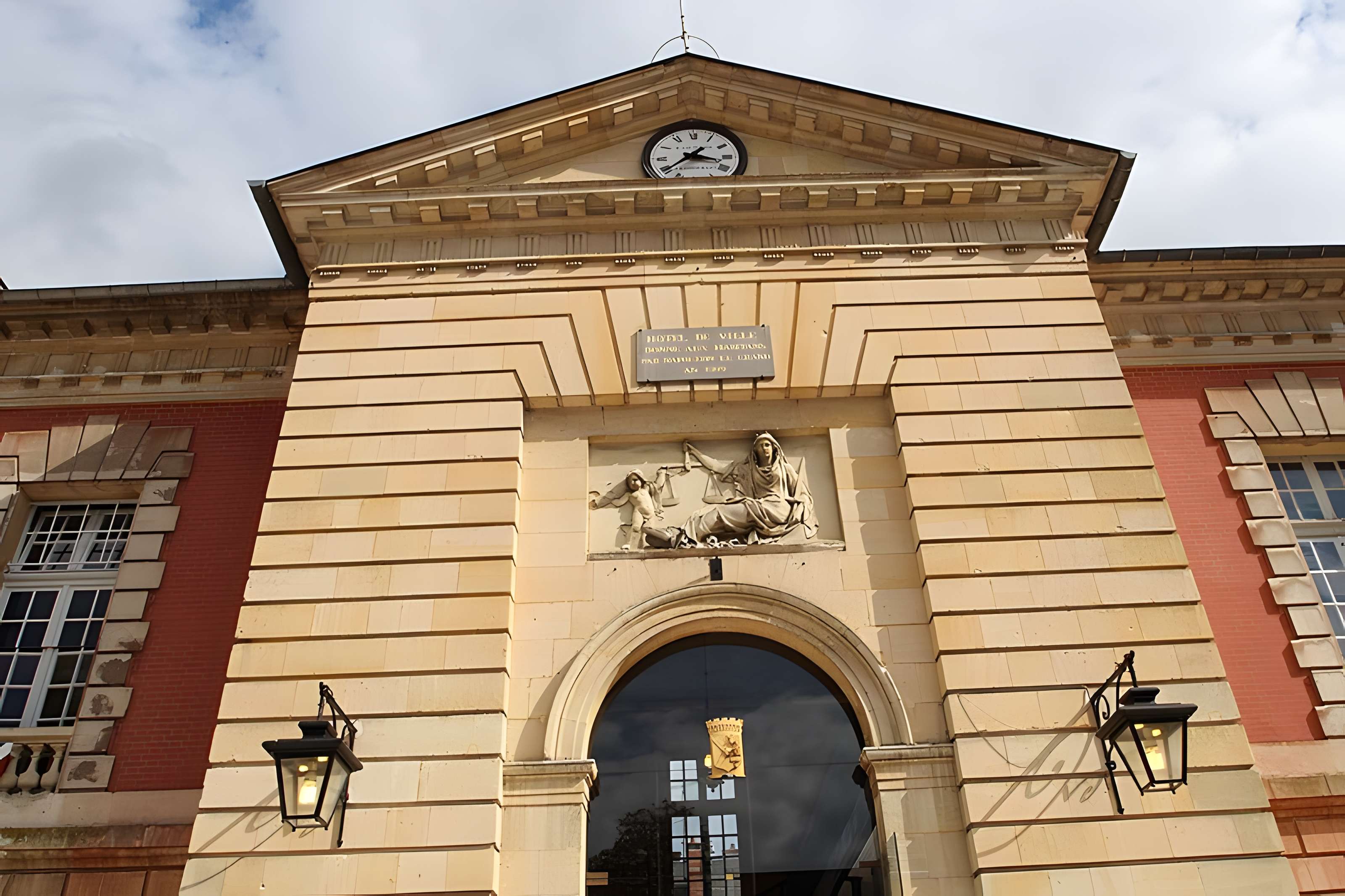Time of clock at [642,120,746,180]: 3:38
